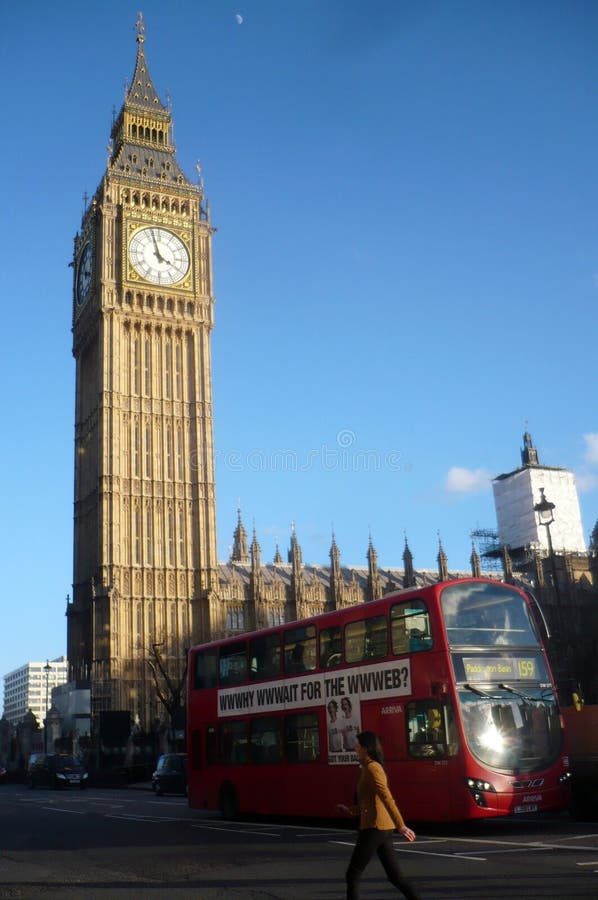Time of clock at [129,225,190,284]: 3:57
